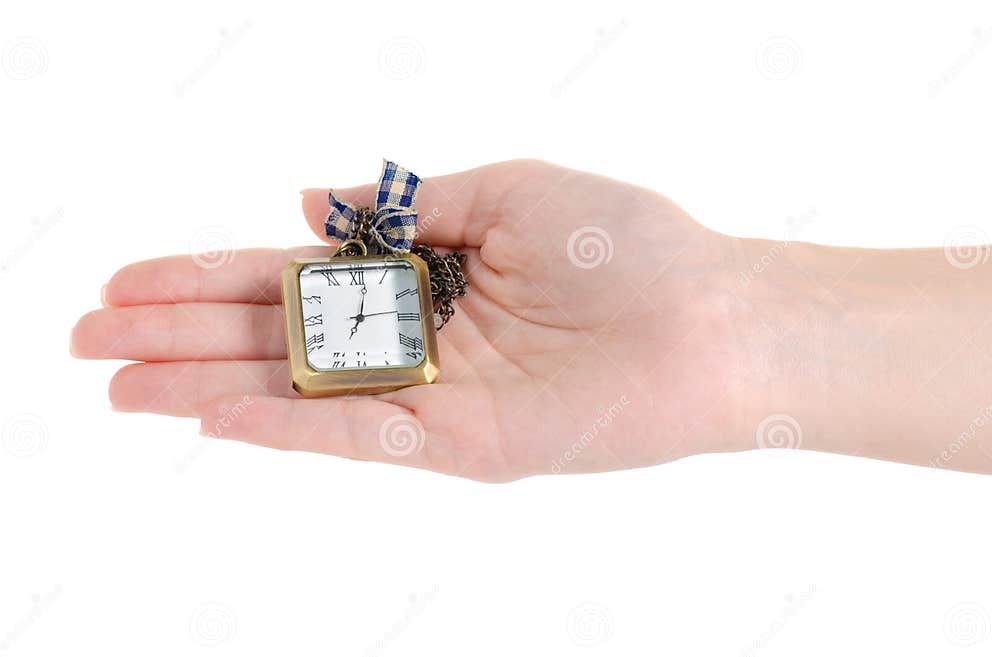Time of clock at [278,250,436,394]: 12:13
